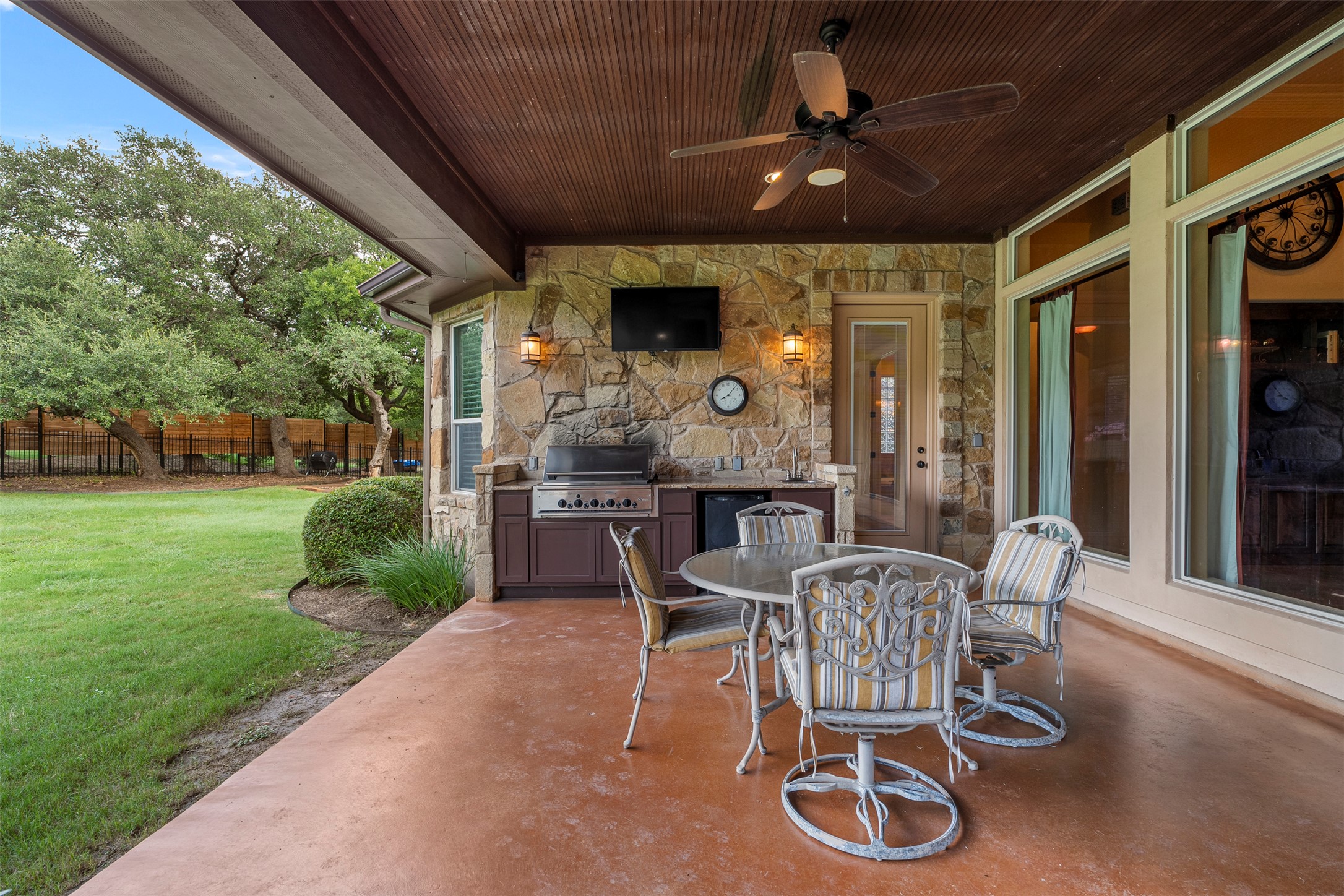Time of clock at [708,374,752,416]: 8:07
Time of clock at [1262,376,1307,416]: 3:54
